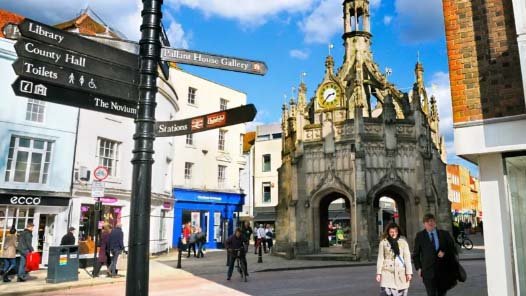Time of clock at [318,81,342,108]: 2:36
